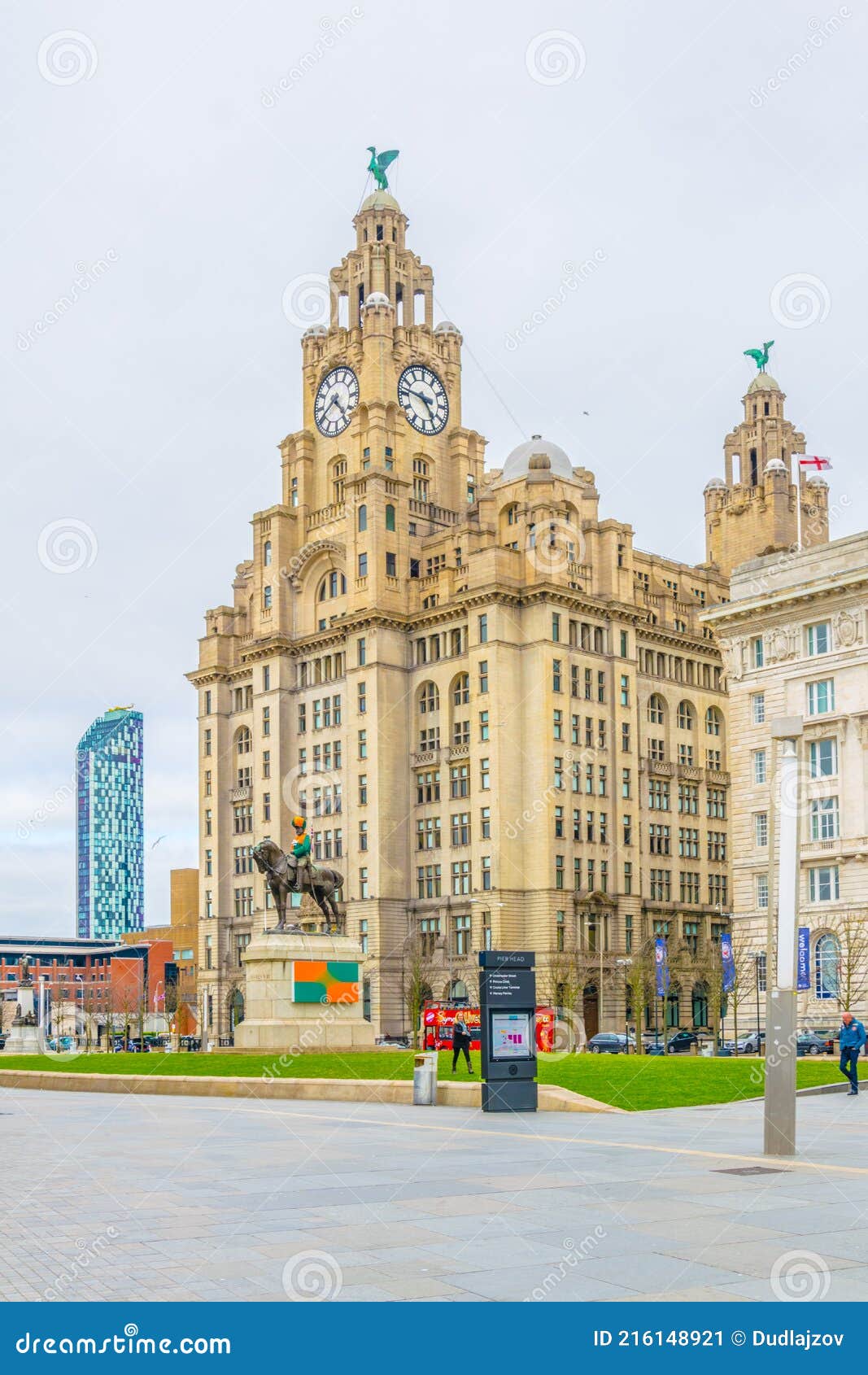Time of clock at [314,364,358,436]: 4:40
